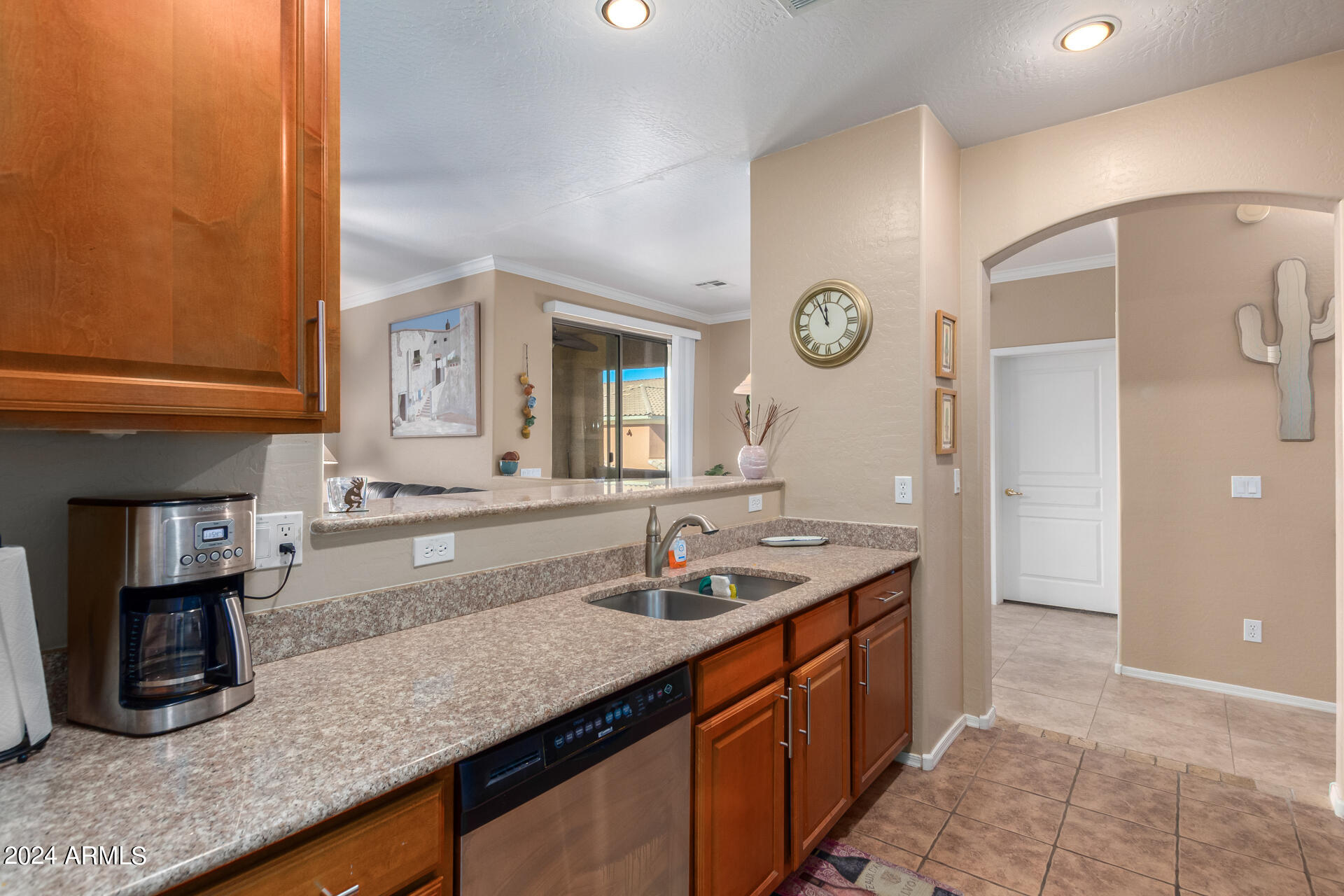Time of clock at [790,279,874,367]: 11:55
